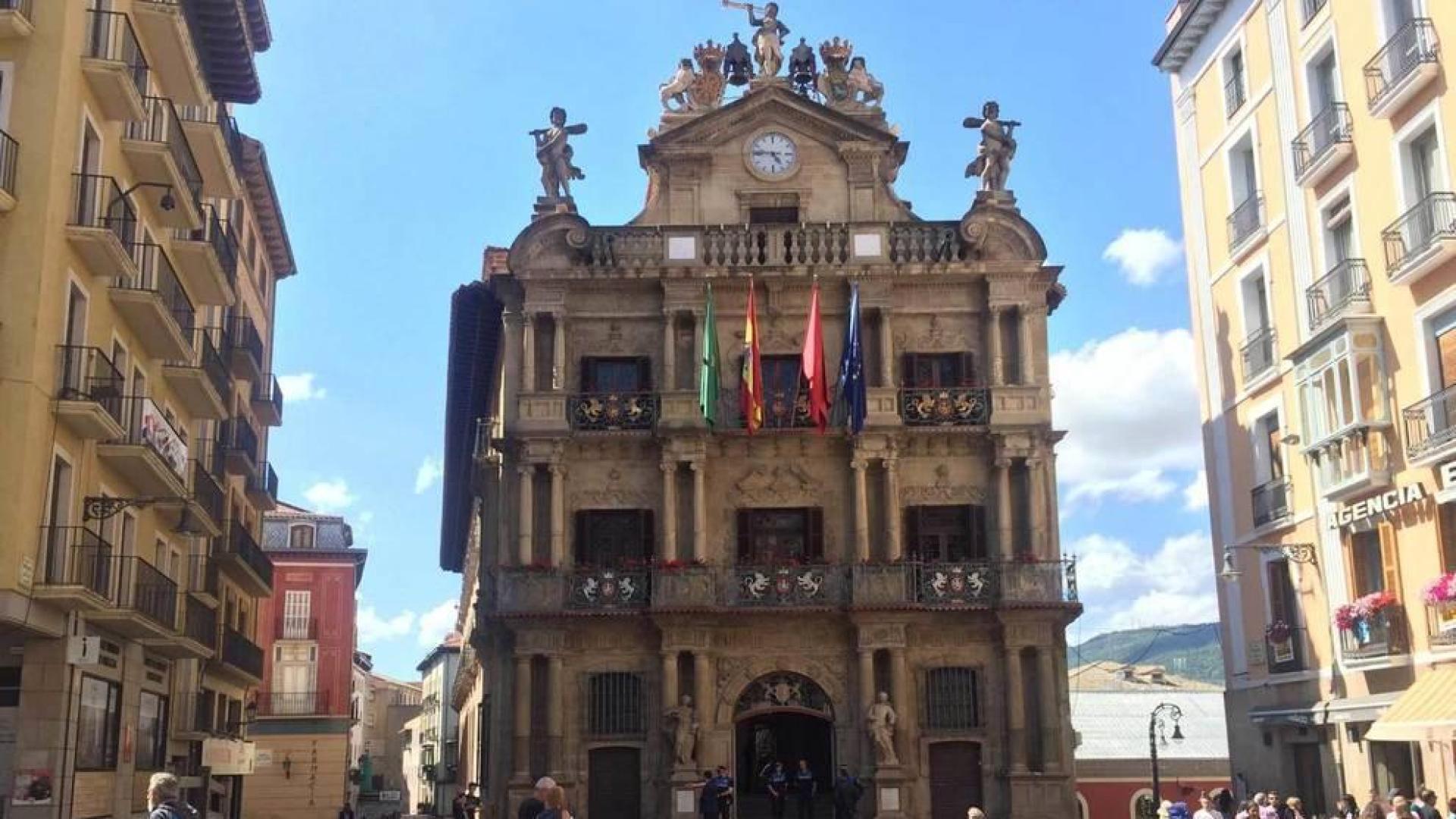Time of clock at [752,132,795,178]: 4:46
